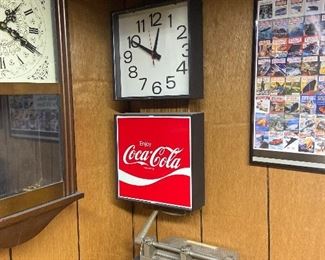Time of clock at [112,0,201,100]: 10:02
